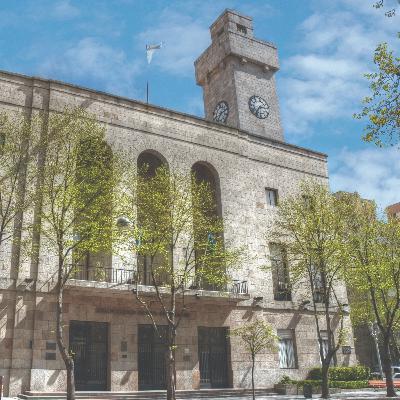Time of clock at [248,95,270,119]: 7:15
